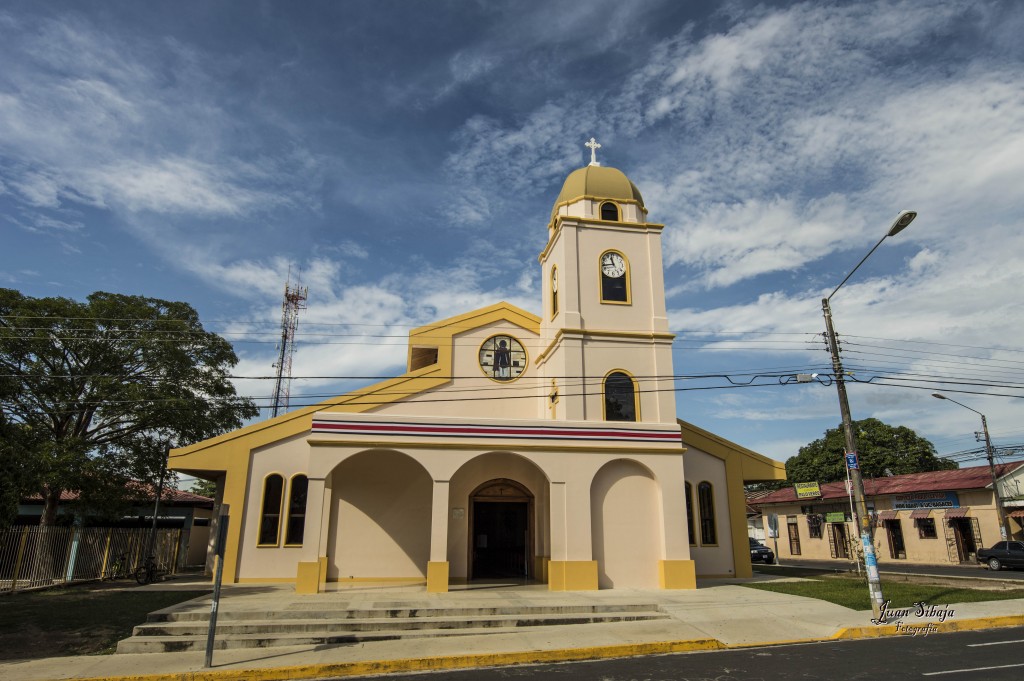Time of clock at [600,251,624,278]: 11:43
